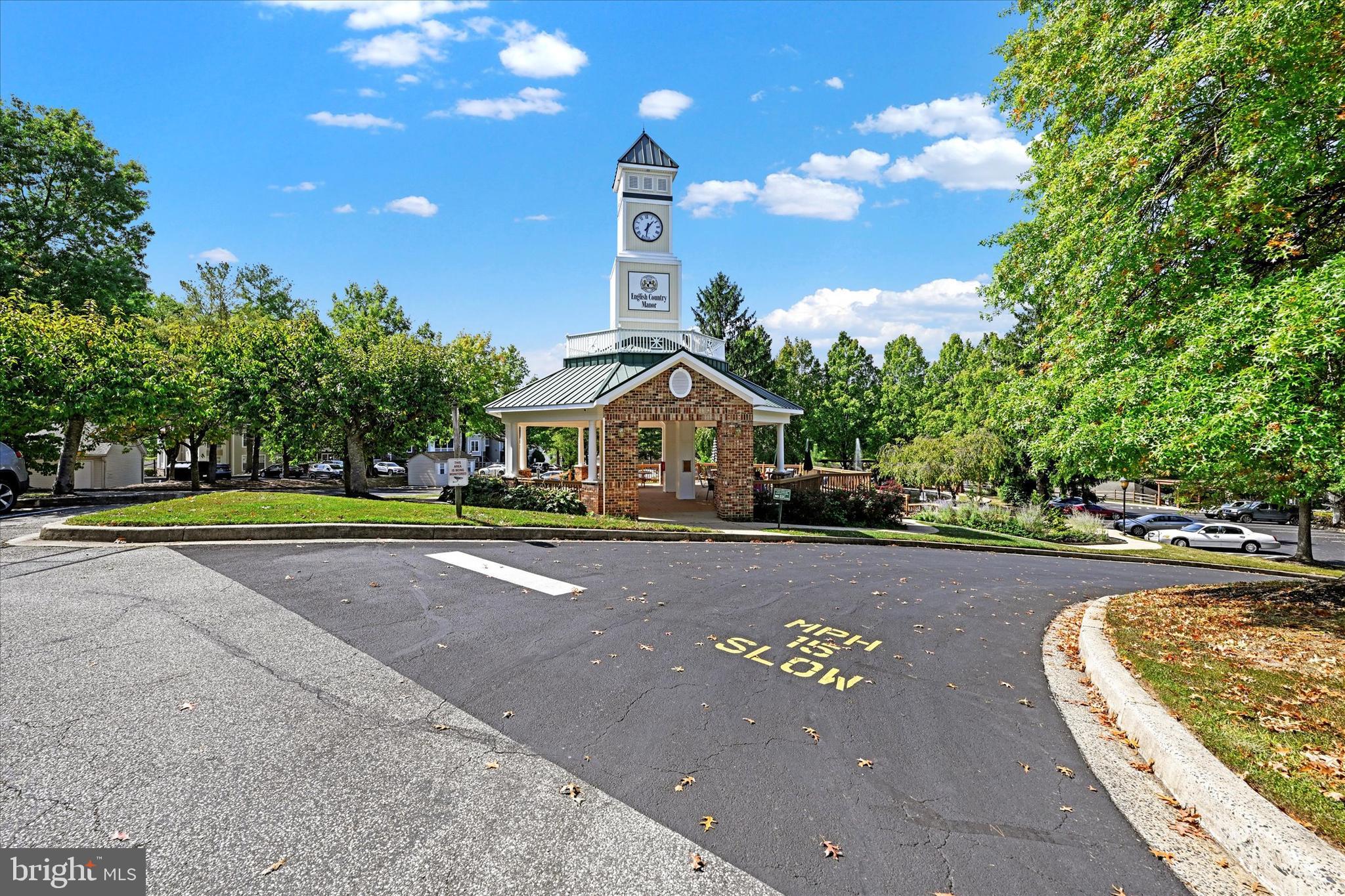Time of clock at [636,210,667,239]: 1:32
